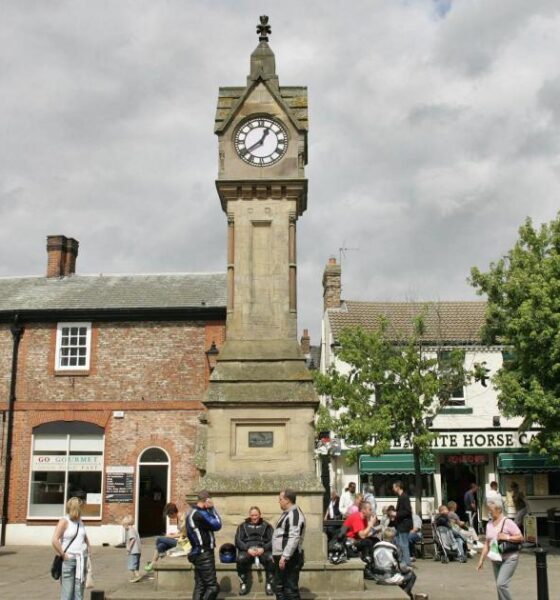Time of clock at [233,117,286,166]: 12:39
